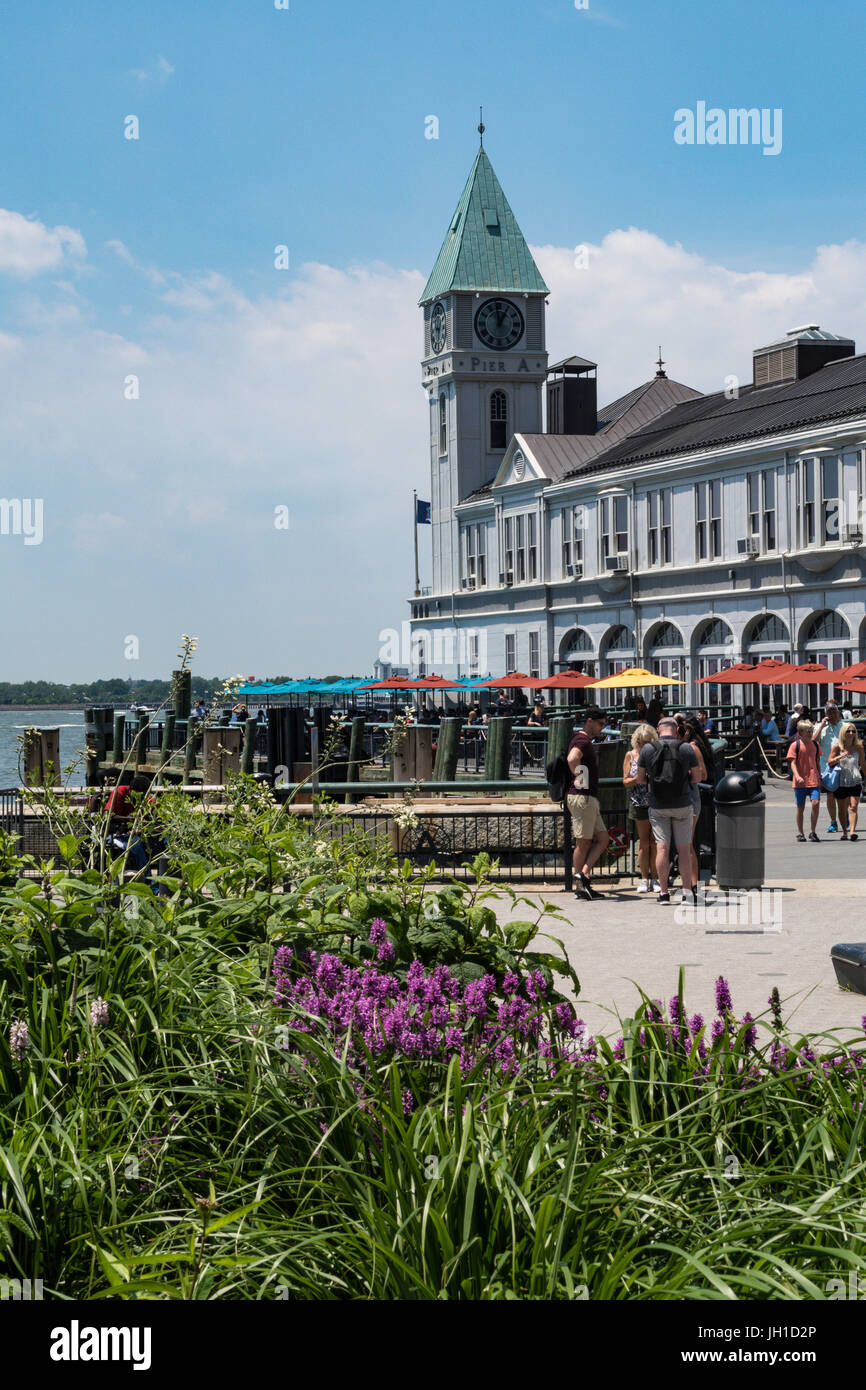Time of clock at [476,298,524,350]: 12:58
